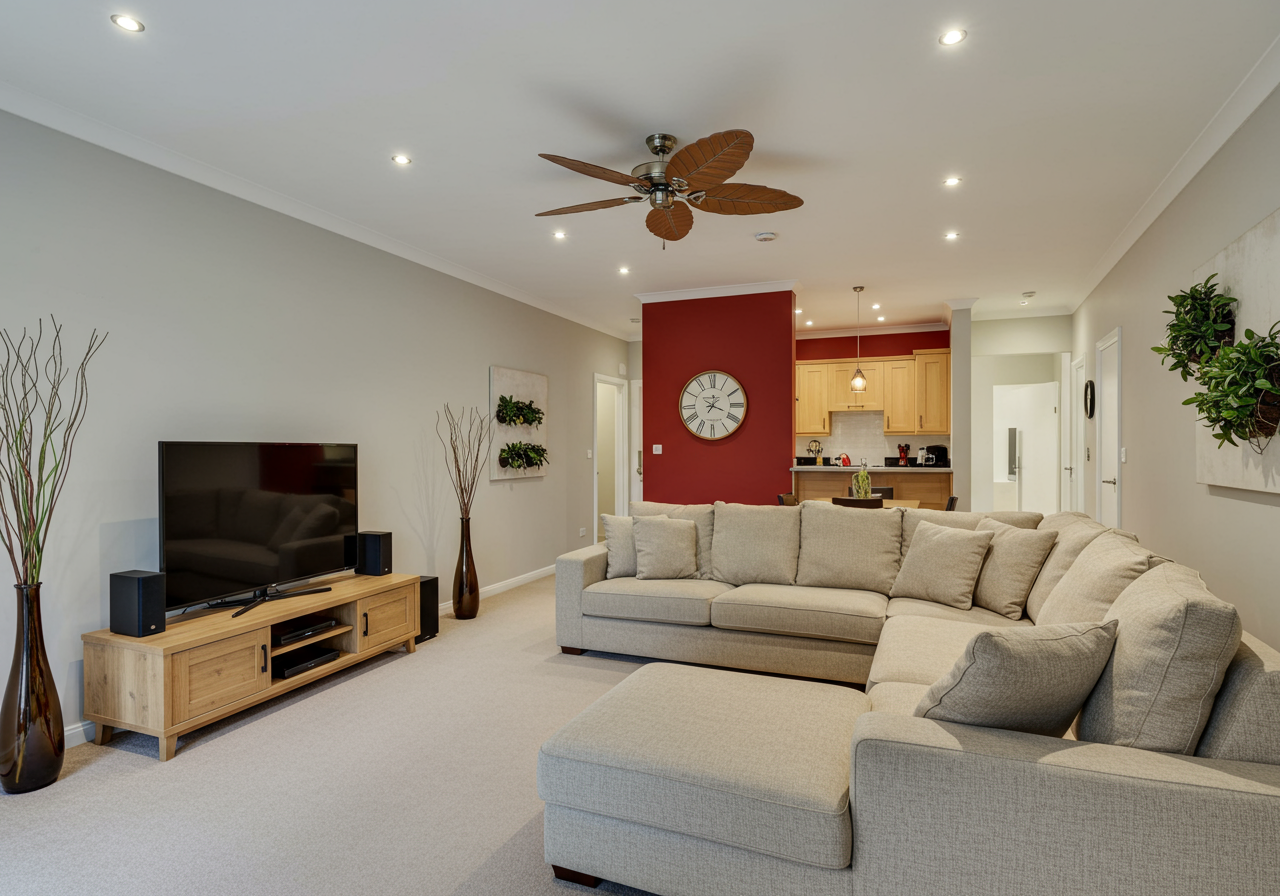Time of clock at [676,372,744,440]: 1:18
